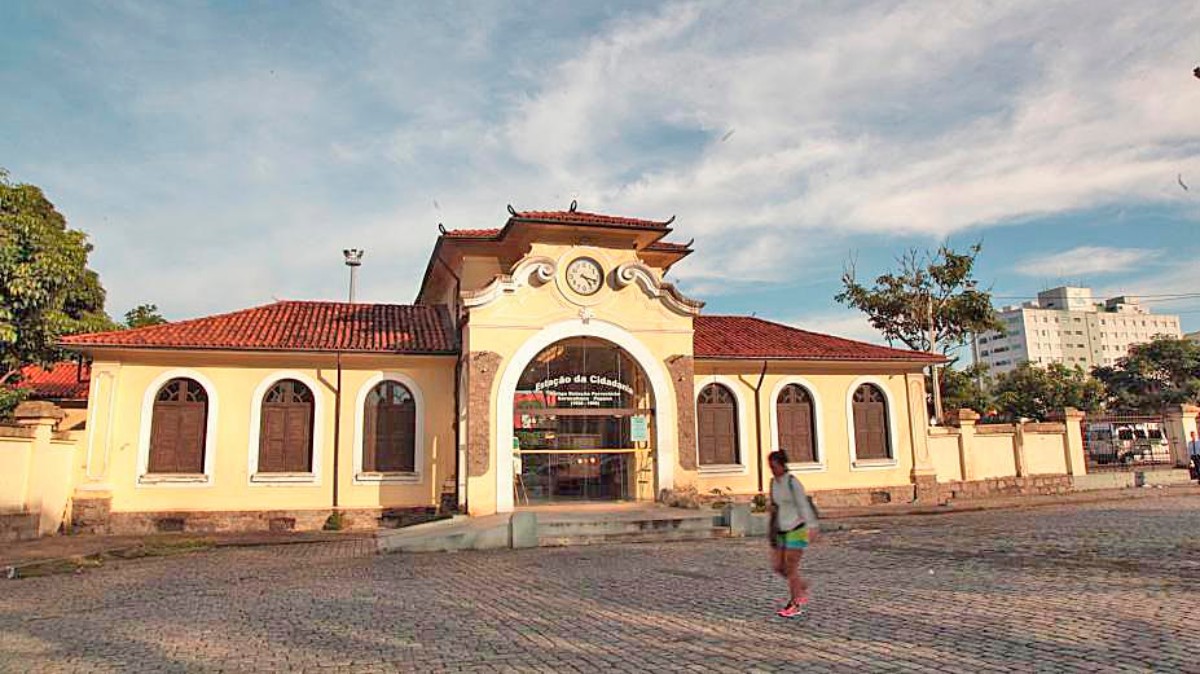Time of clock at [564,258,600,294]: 4:17
